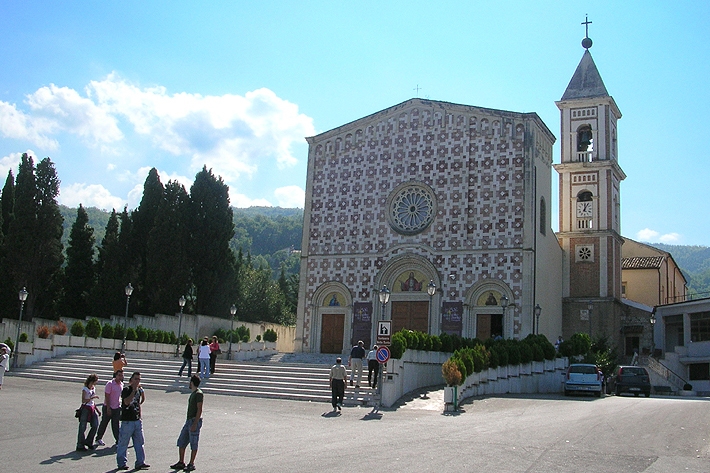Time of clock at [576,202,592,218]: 12:05
